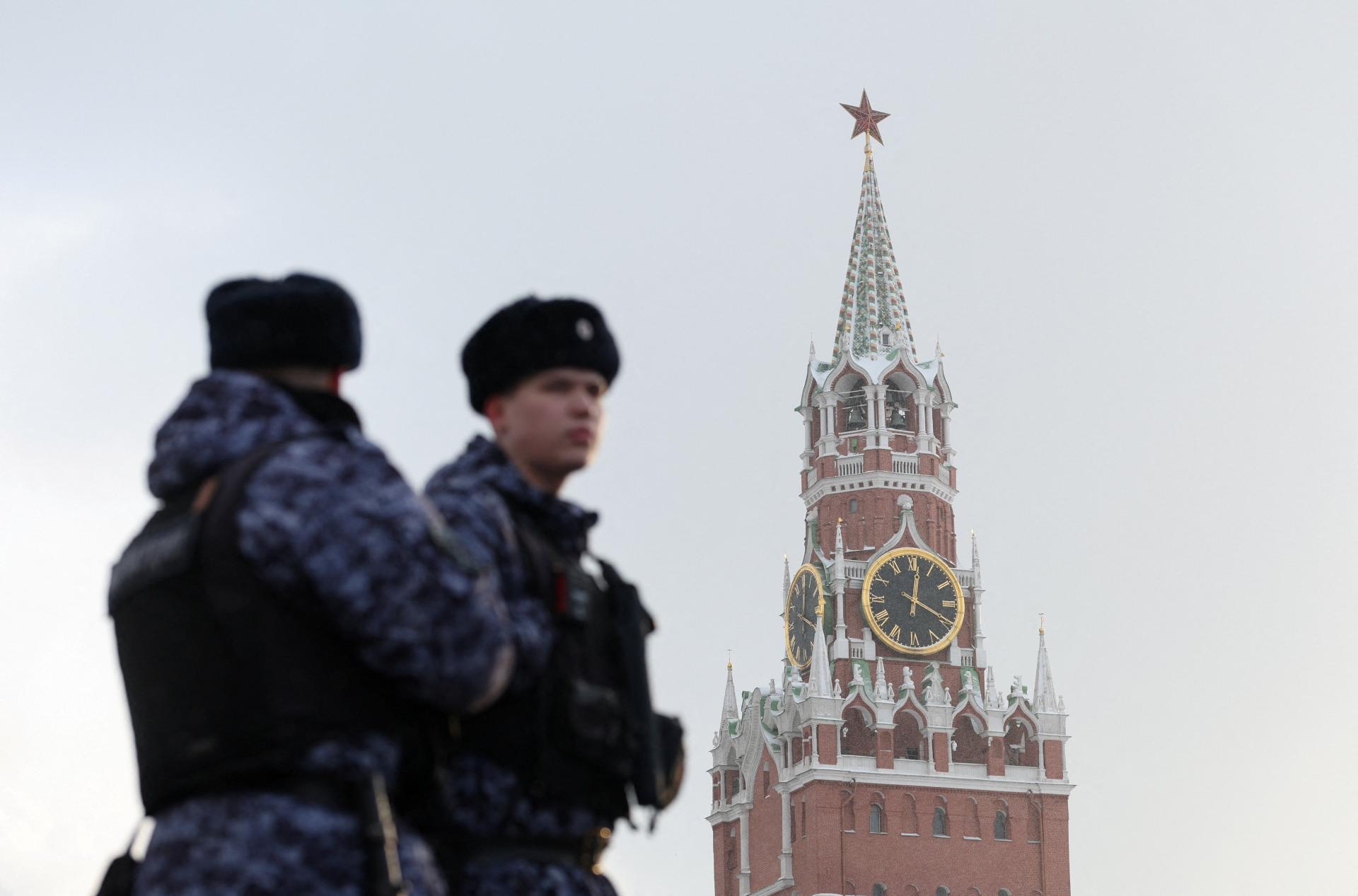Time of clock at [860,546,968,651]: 12:19
